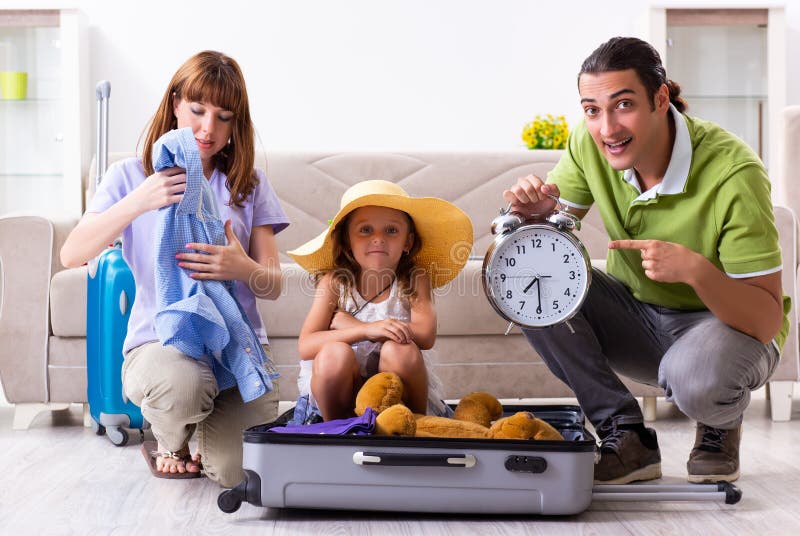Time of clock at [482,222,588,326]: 7:29
